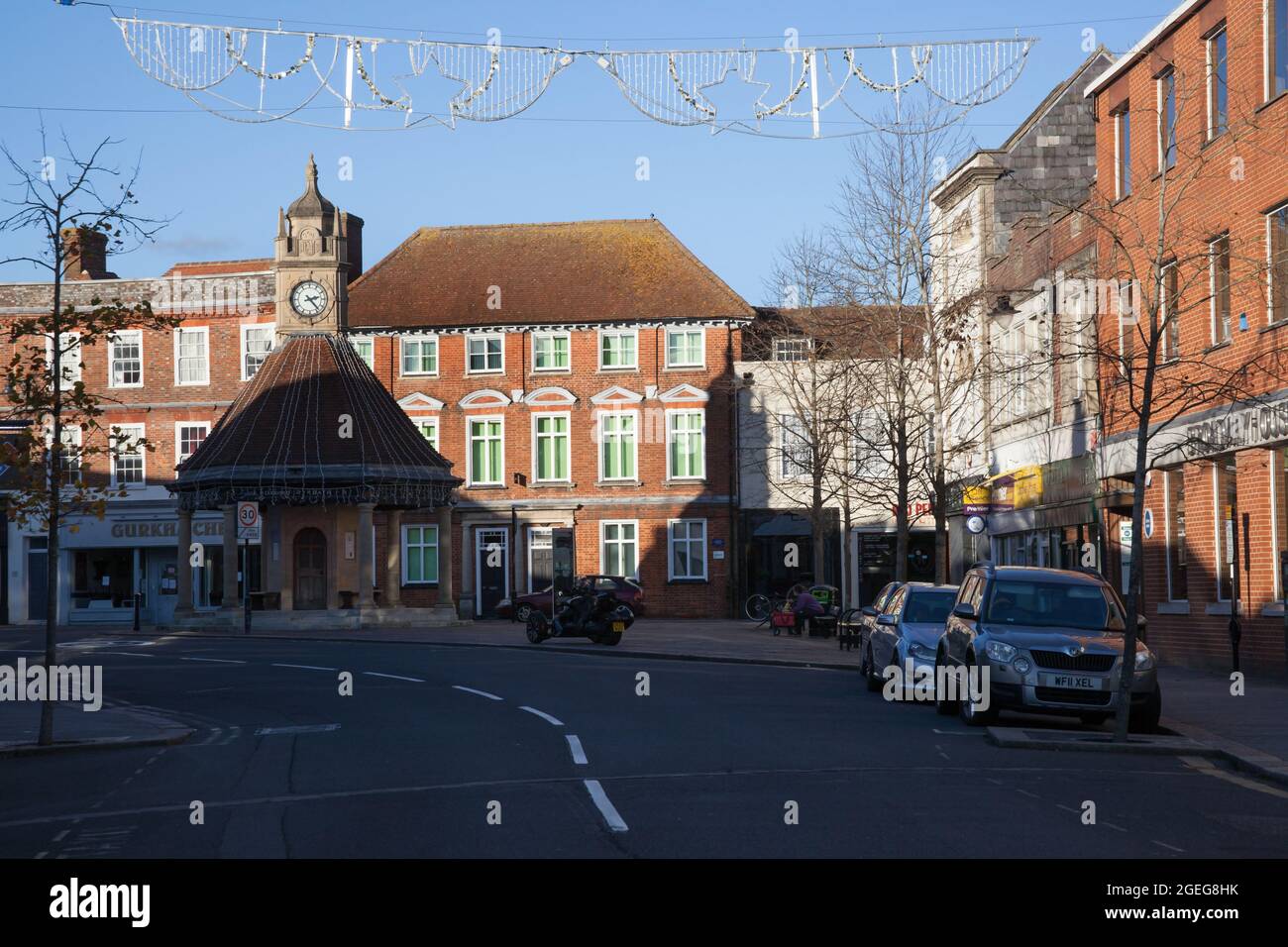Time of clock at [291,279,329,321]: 2:23
